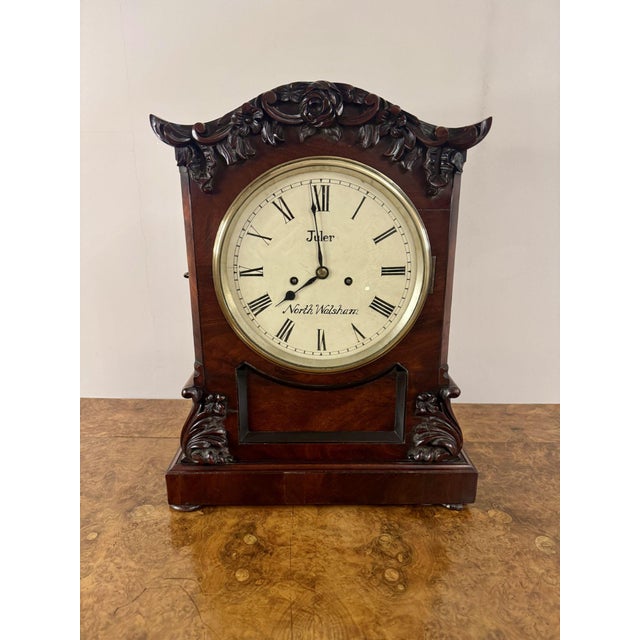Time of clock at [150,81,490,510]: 7:59
